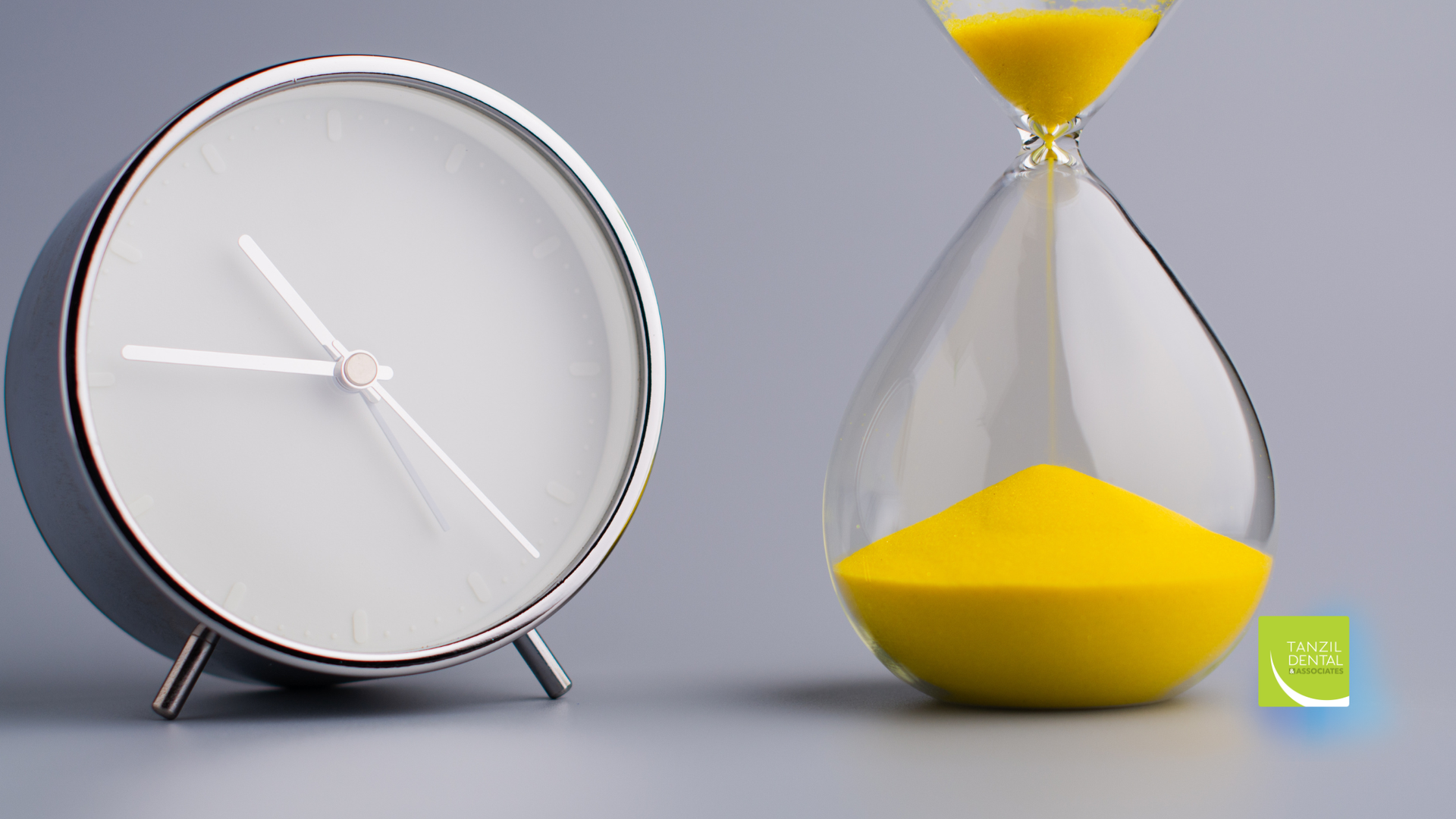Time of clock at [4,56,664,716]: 10:45
